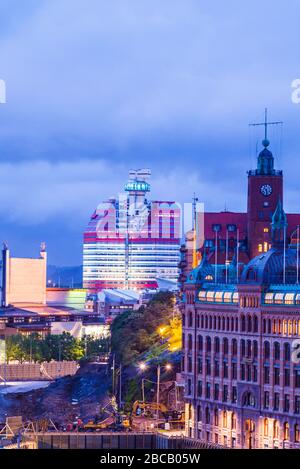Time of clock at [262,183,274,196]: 10:28
